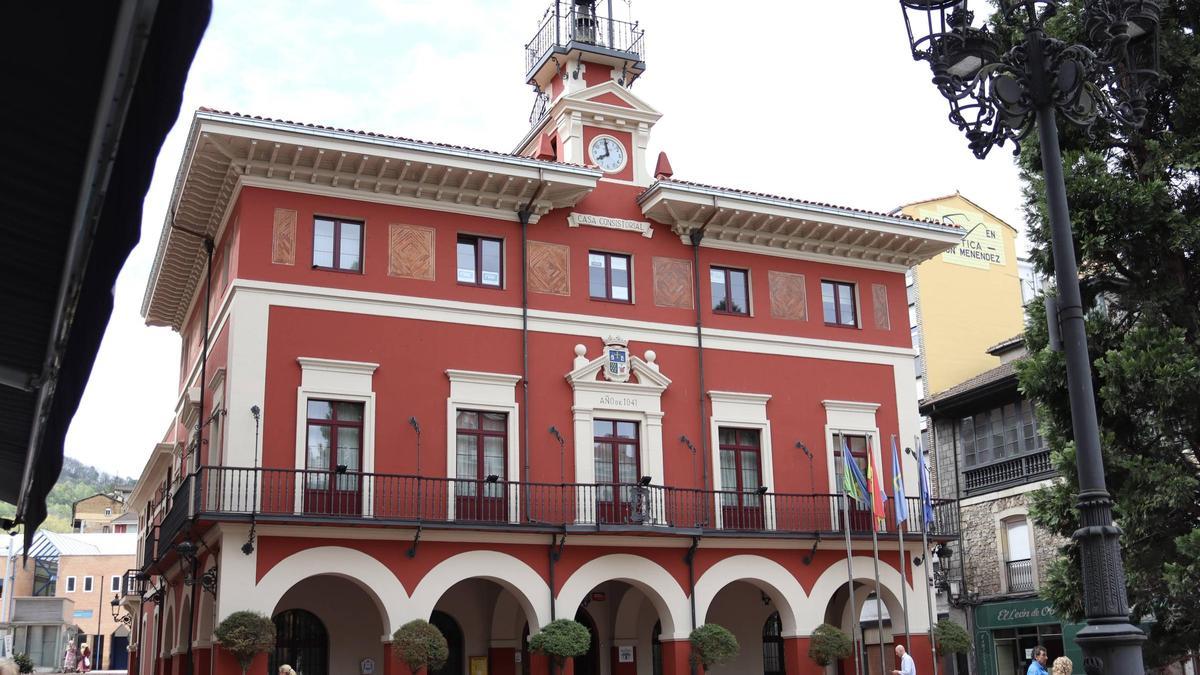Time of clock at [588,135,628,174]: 7:58
